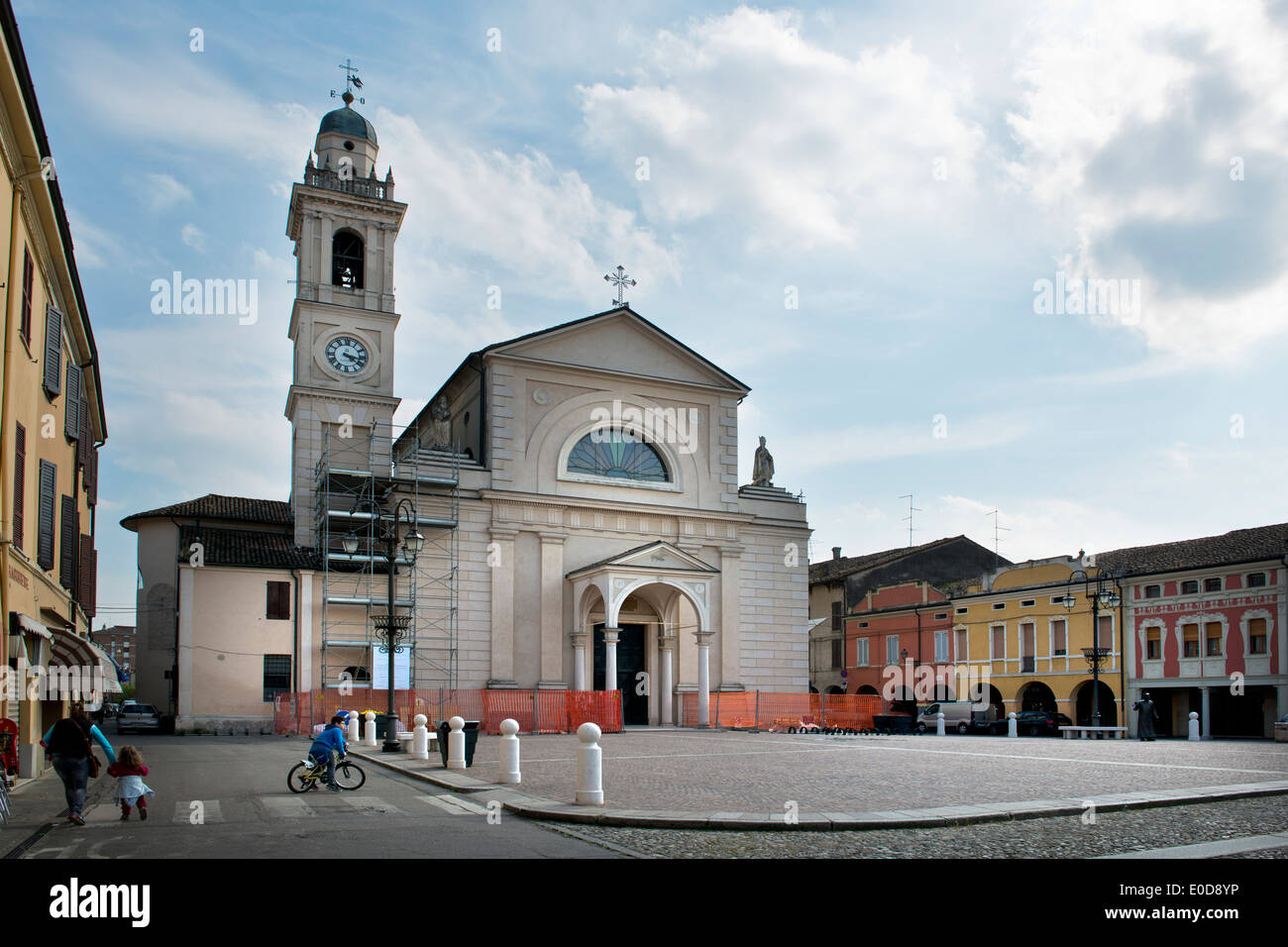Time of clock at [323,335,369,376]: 4:17
